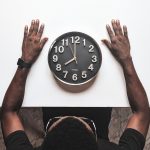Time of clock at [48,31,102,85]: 7:59
